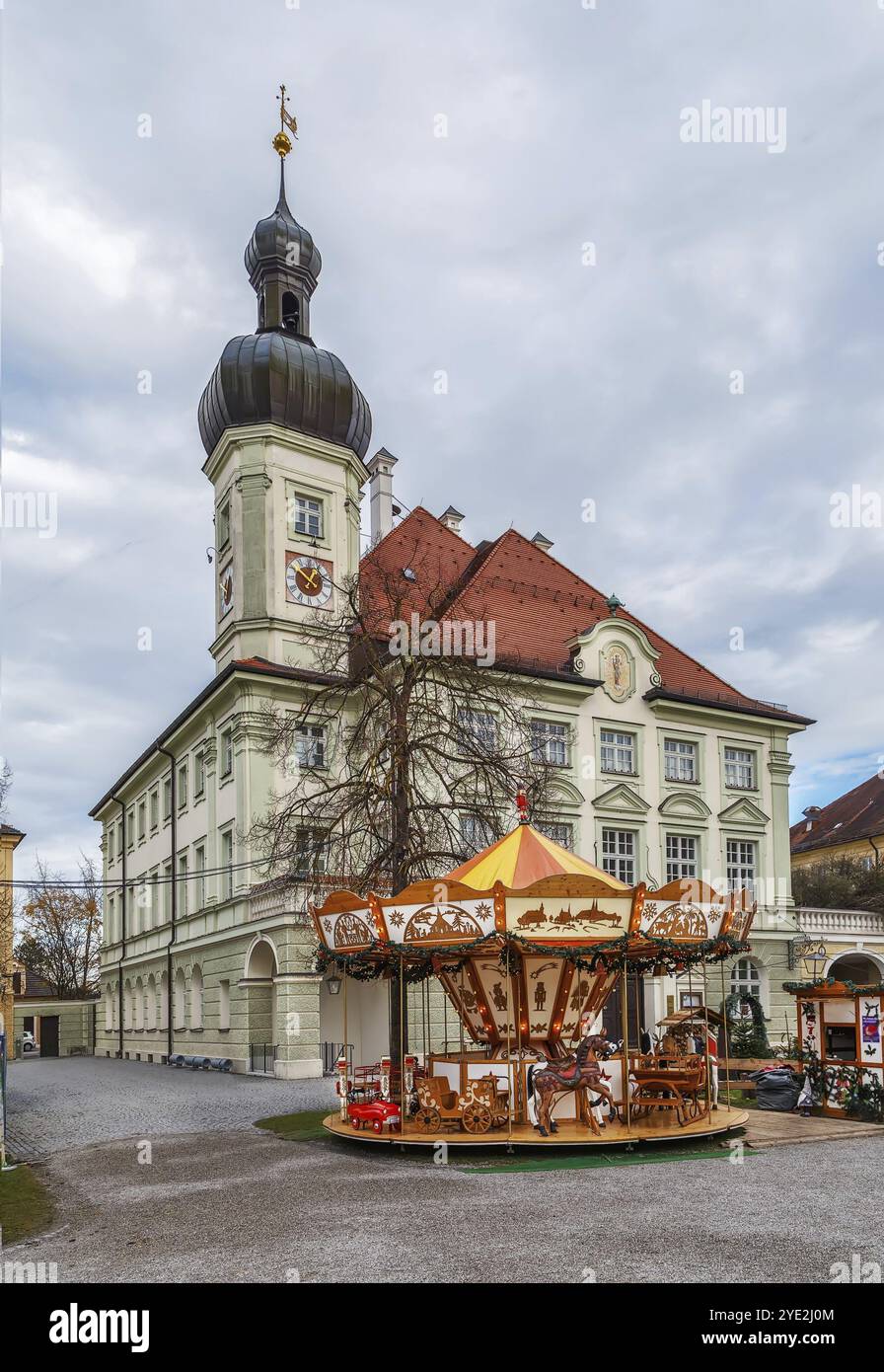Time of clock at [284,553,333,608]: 12:51
